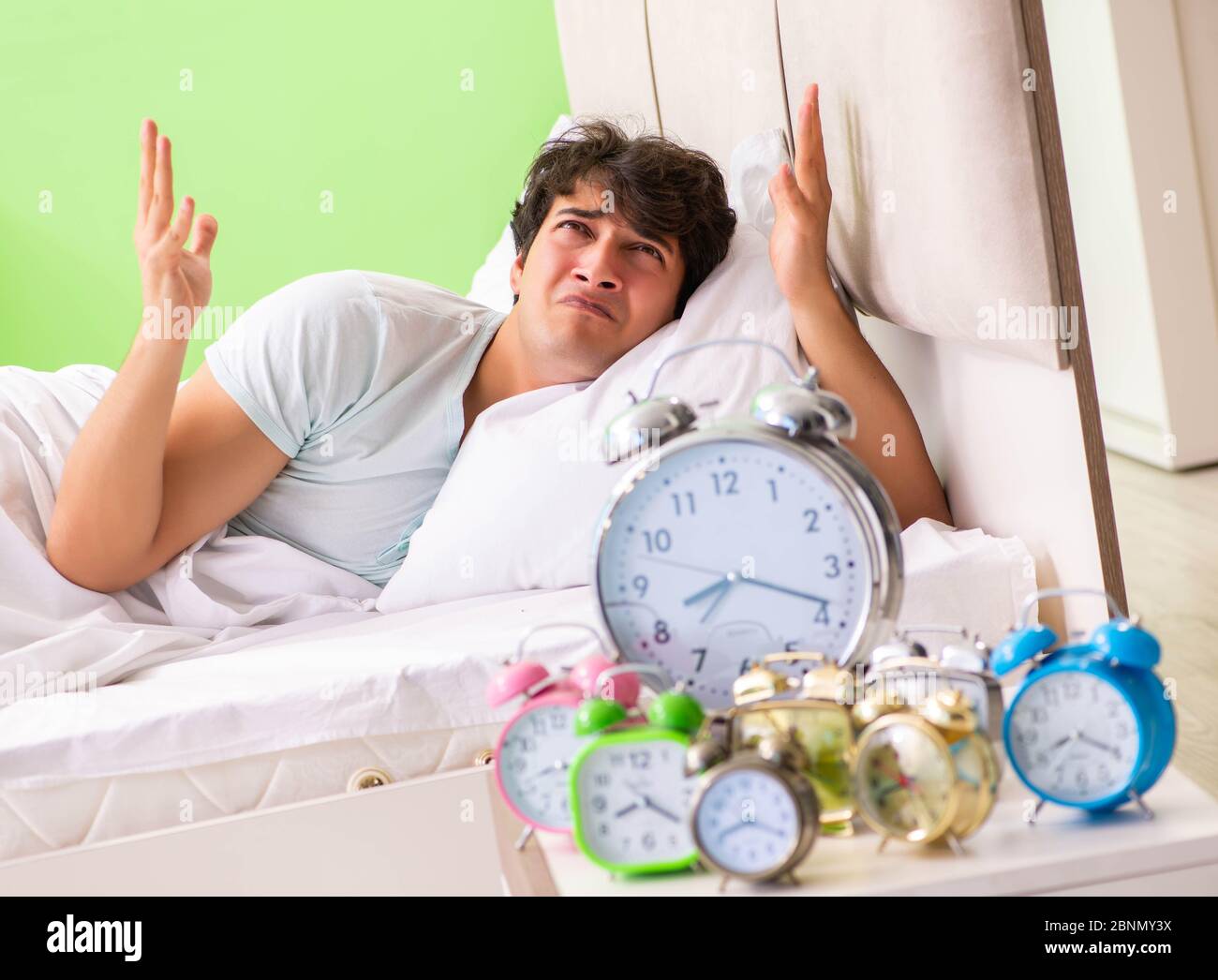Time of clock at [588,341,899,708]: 8:18
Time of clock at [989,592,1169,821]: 8:19
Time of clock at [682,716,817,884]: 8:19
